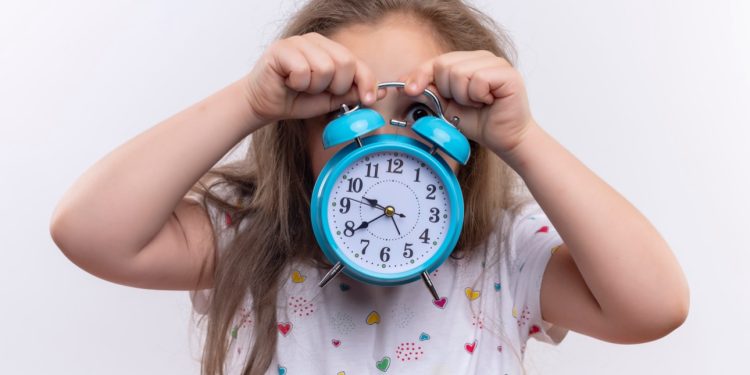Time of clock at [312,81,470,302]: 9:39
